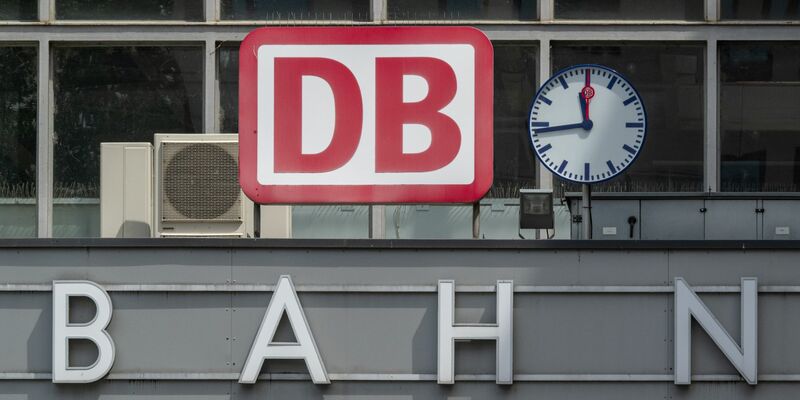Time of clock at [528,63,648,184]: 11:43
